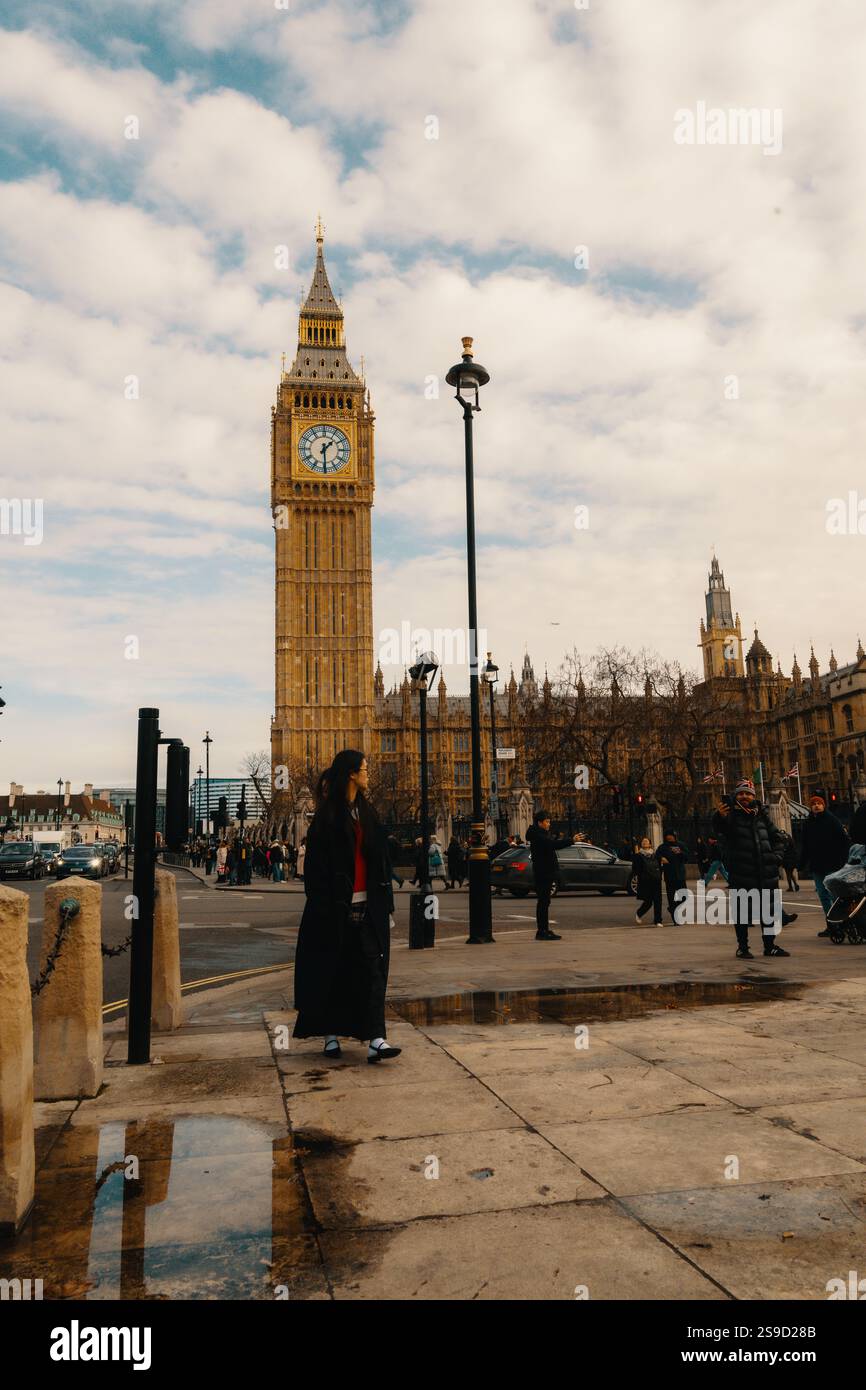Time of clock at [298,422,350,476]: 1:29
